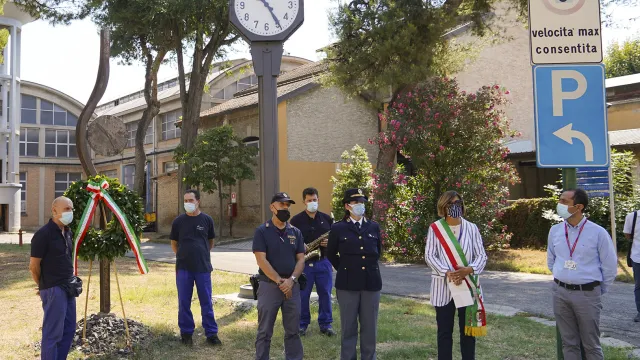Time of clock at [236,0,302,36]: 10:24
